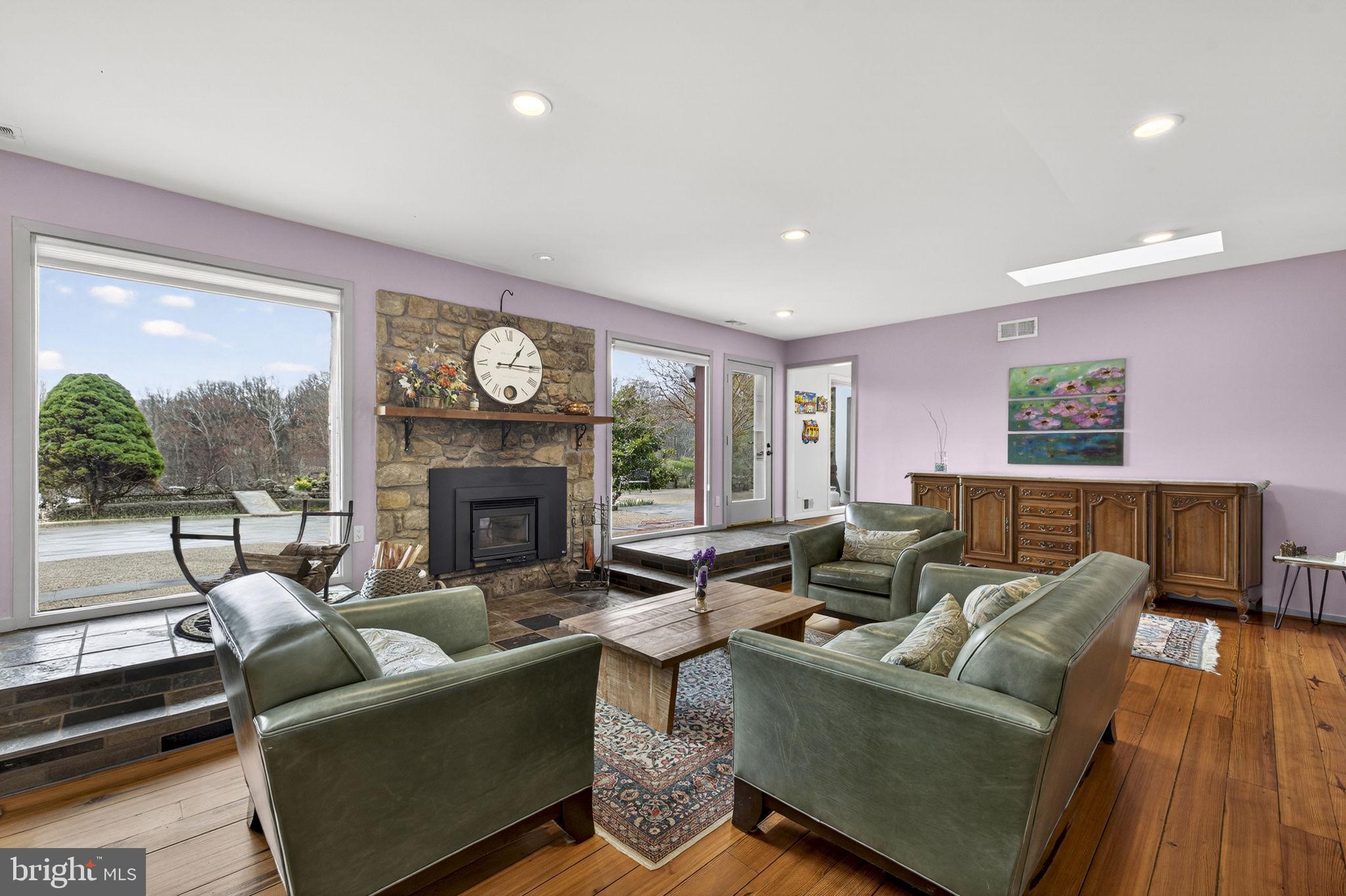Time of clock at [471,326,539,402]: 1:15
